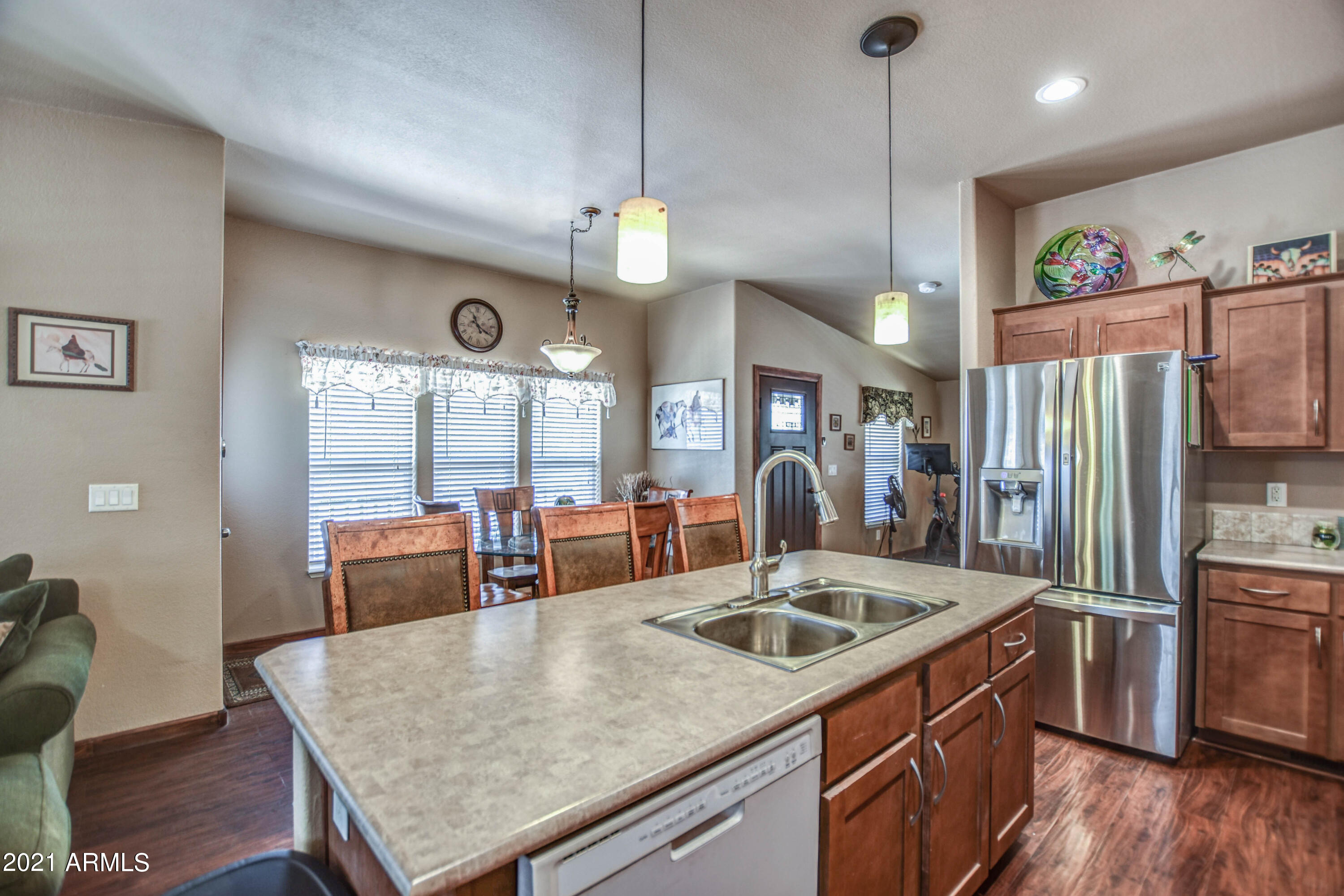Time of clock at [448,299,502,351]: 11:20
